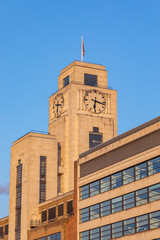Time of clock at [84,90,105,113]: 6:17
